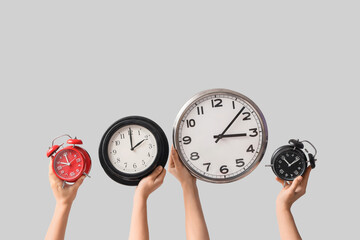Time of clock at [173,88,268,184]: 3:07
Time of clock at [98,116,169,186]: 2:00
